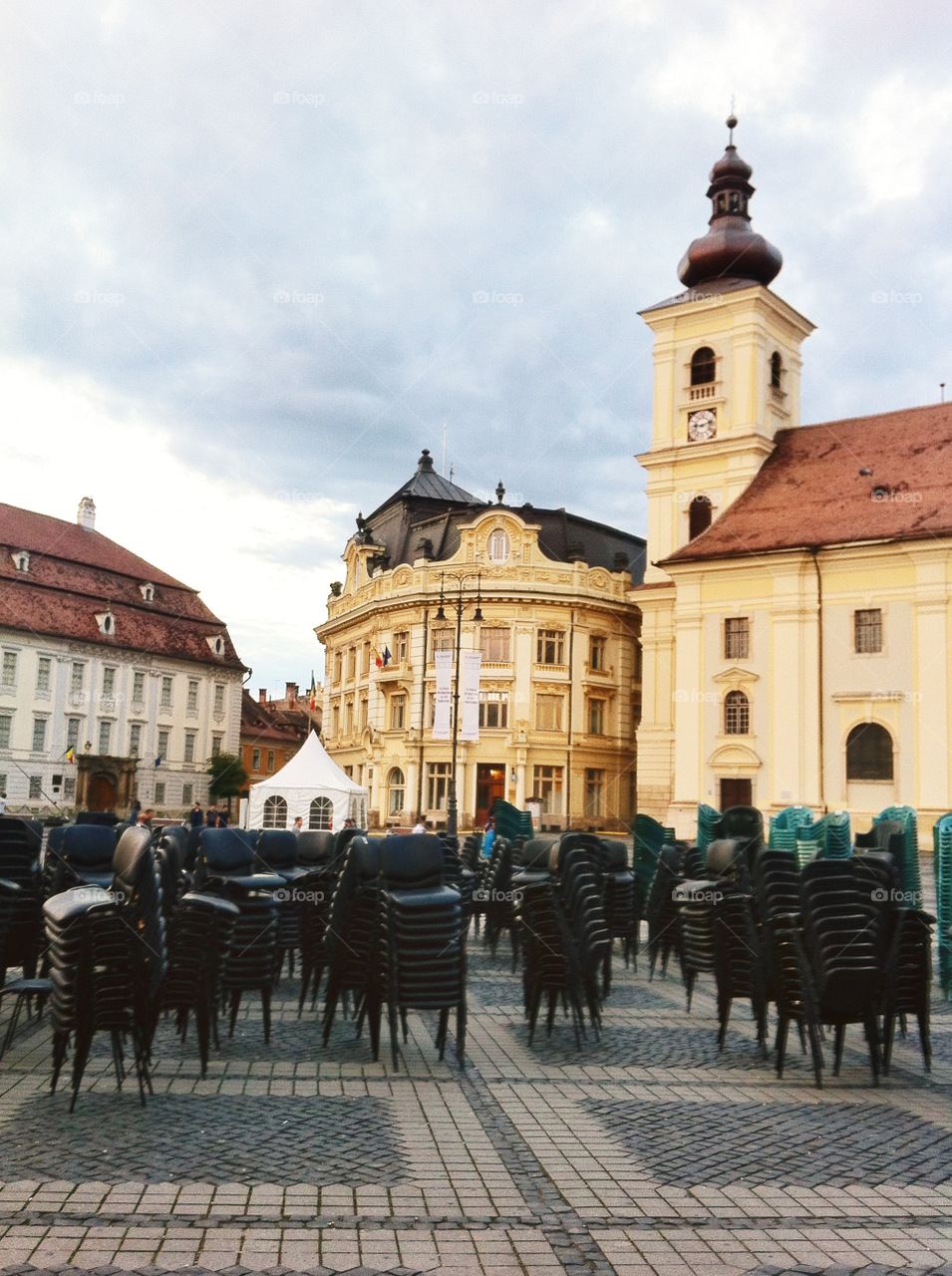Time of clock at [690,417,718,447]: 9:12
